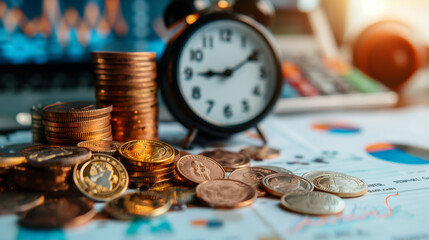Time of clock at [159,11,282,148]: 9:09
